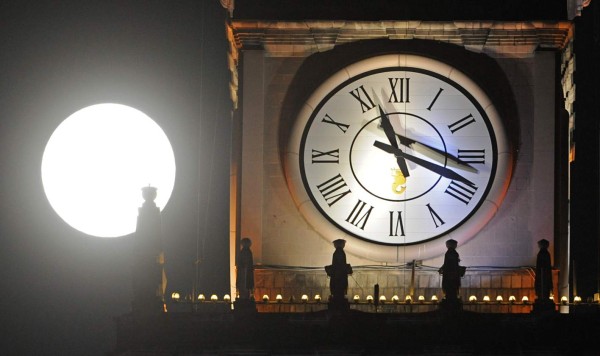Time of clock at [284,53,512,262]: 11:18
